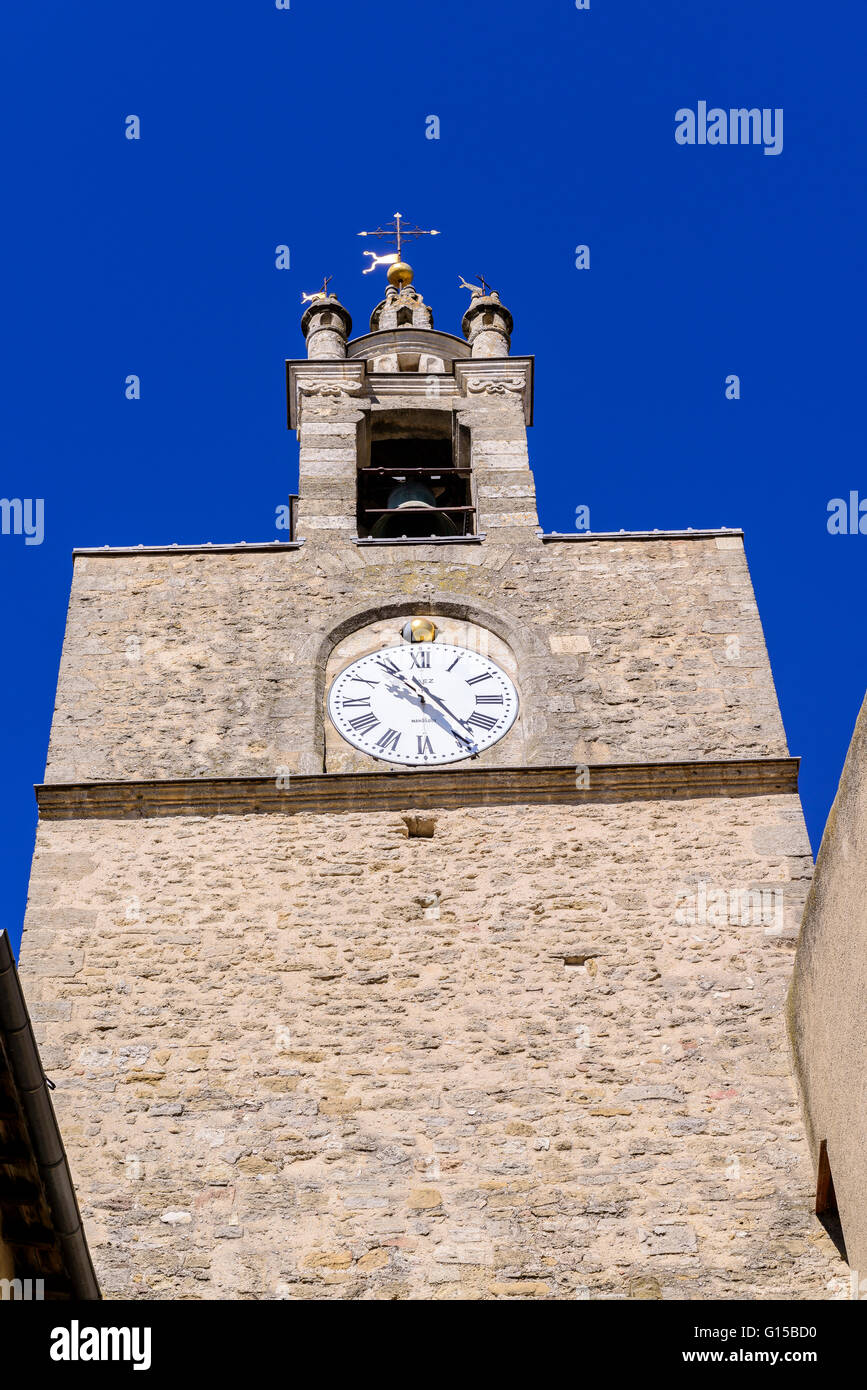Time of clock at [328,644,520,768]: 10:24
